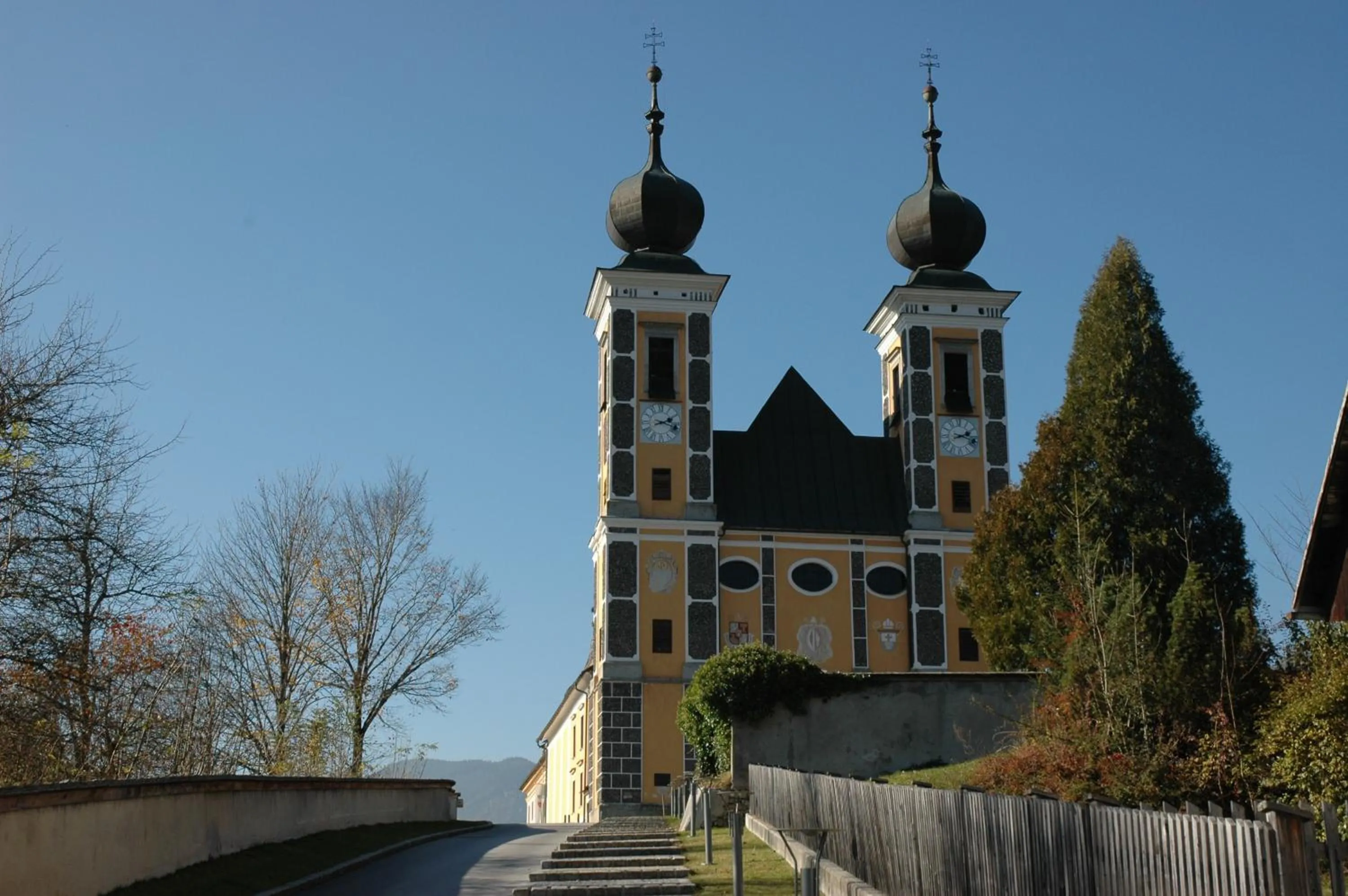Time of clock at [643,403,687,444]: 2:18
